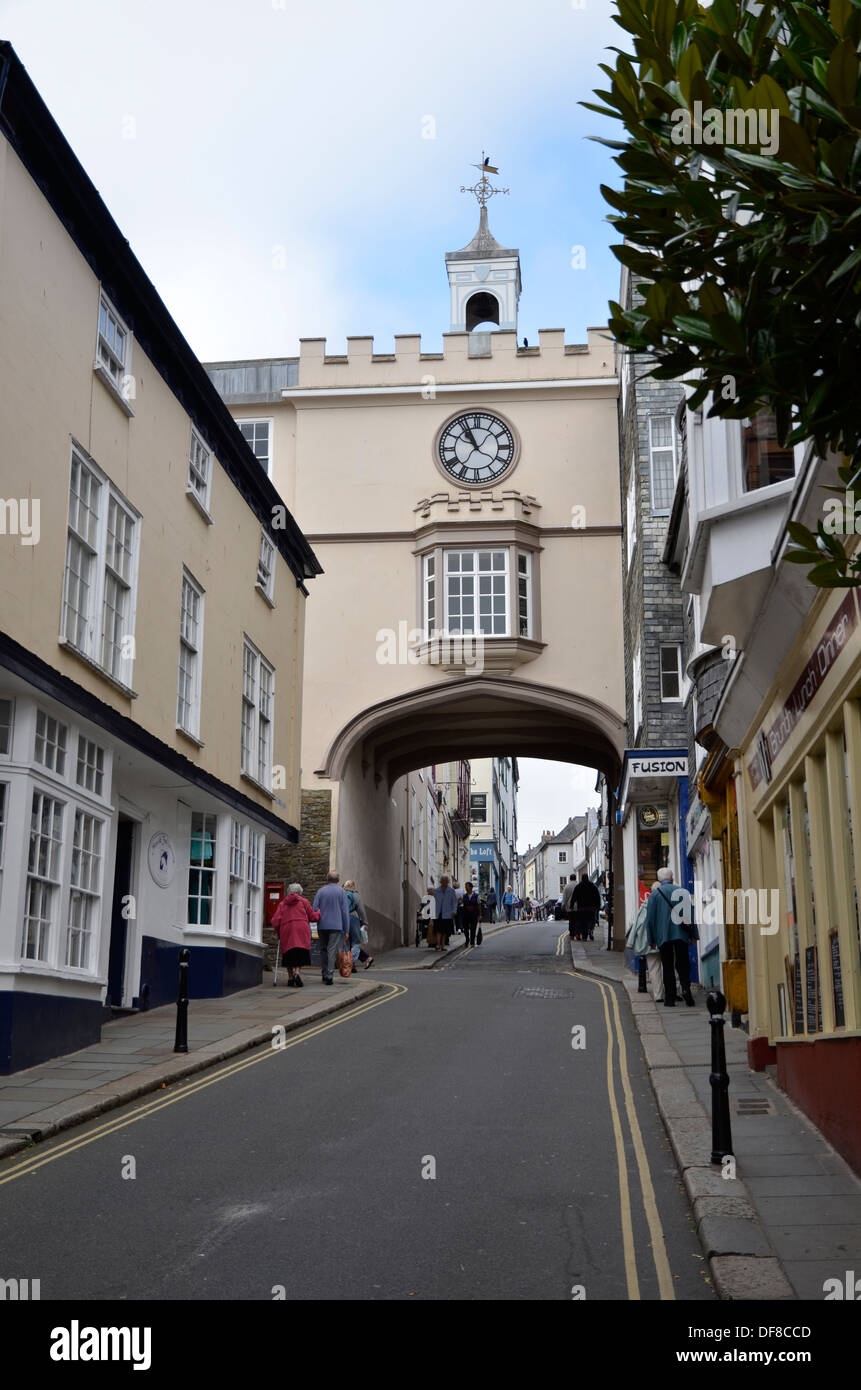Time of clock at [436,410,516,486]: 10:56
